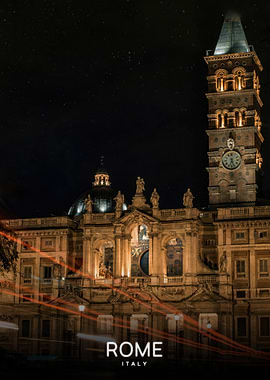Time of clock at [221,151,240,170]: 6:26
